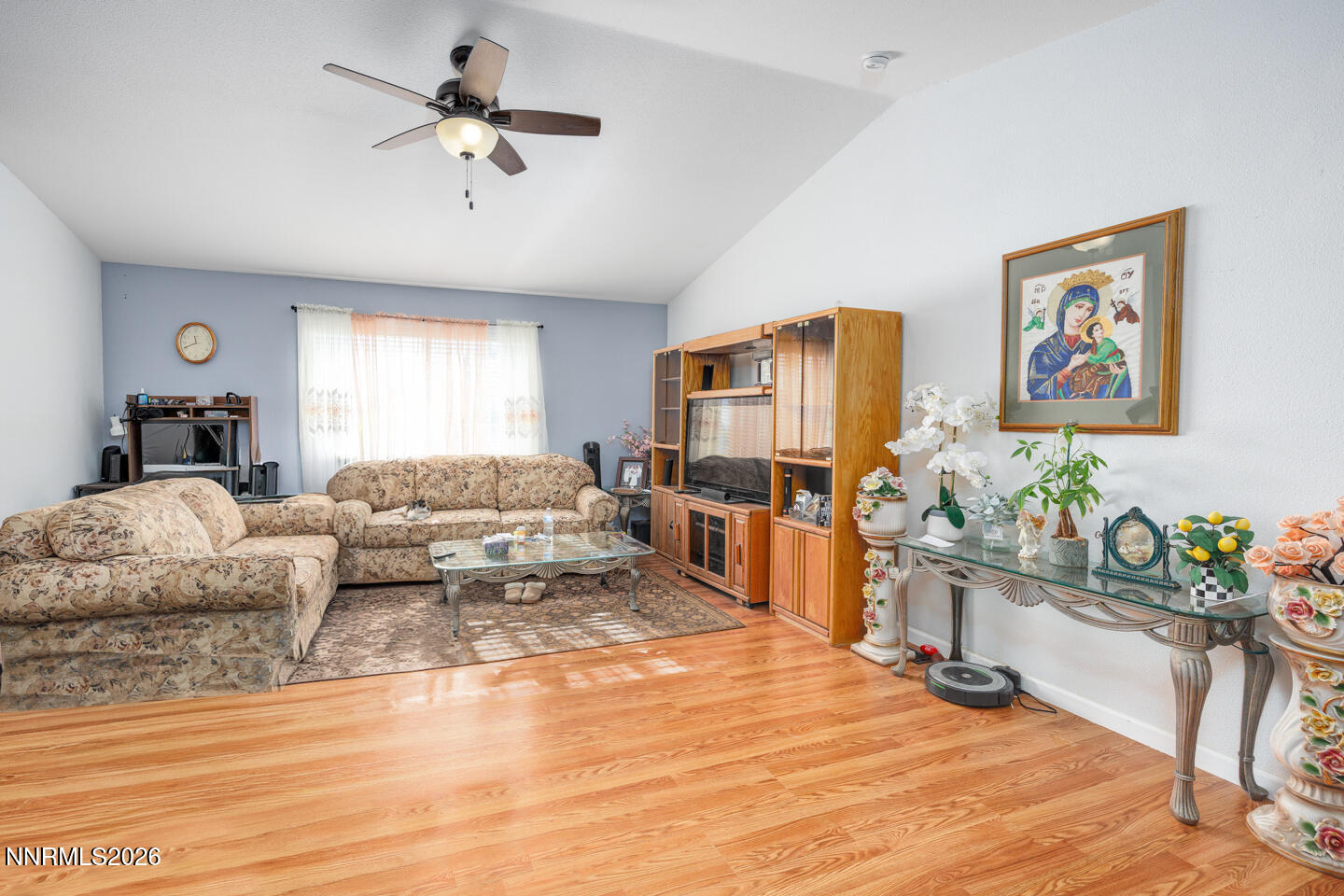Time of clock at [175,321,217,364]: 11:41
